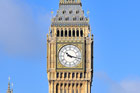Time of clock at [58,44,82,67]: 10:17
